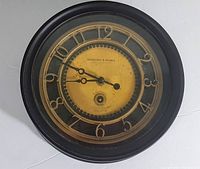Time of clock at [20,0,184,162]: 8:48
